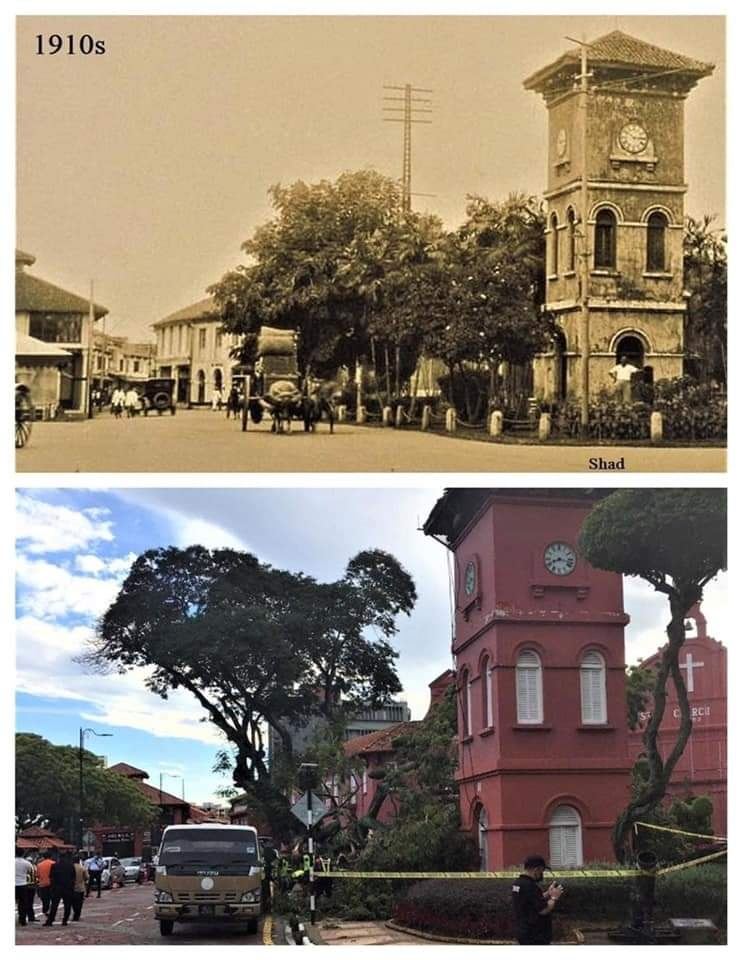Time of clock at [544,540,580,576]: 8:17
